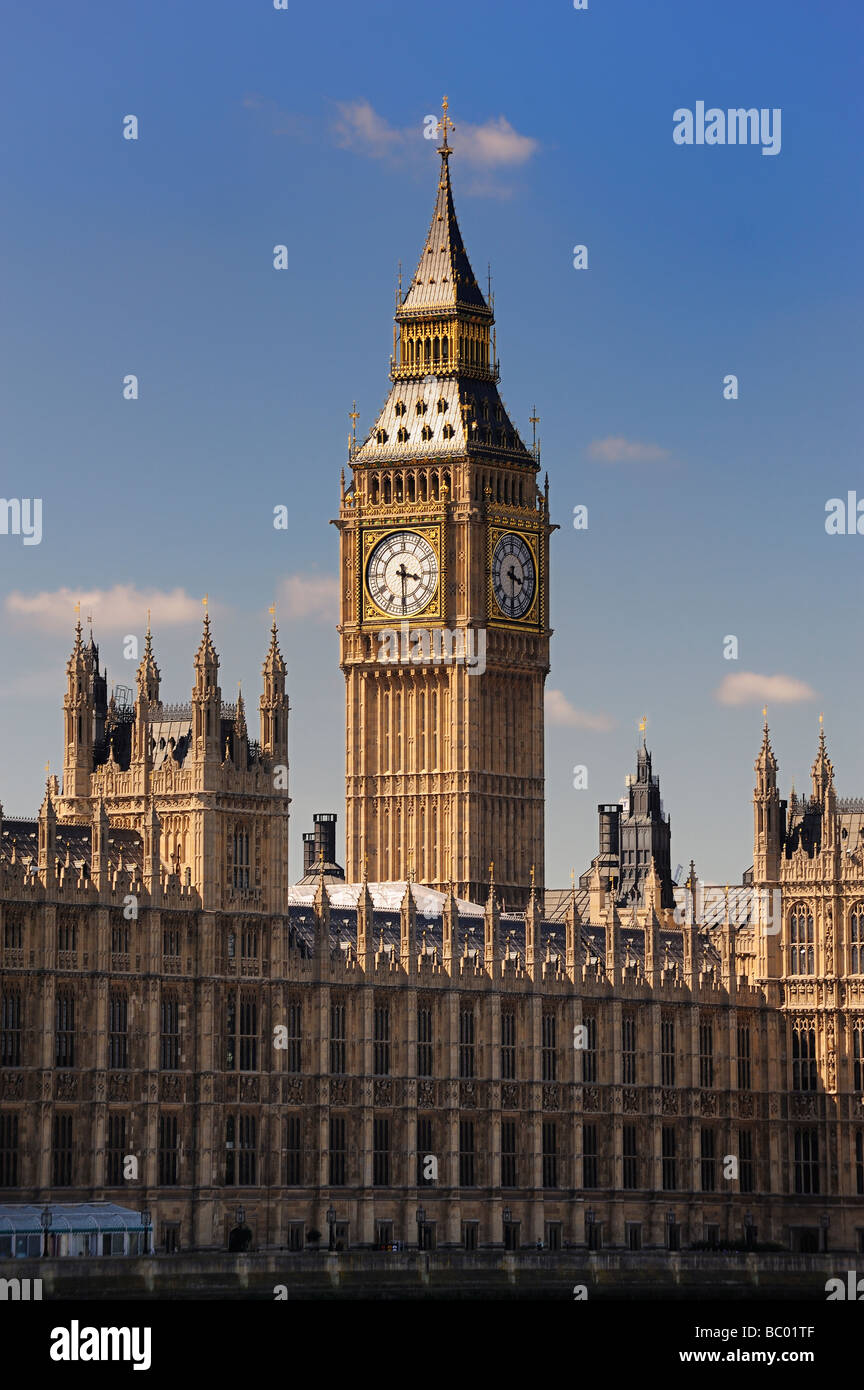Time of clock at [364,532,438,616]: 3:29
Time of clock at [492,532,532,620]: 3:29
